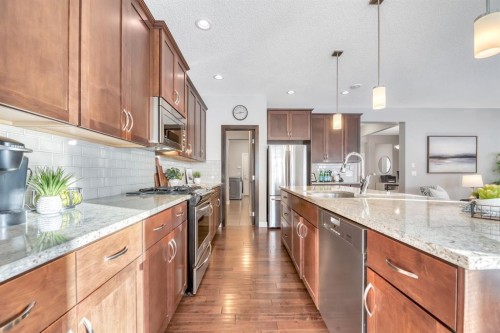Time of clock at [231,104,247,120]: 2:42
